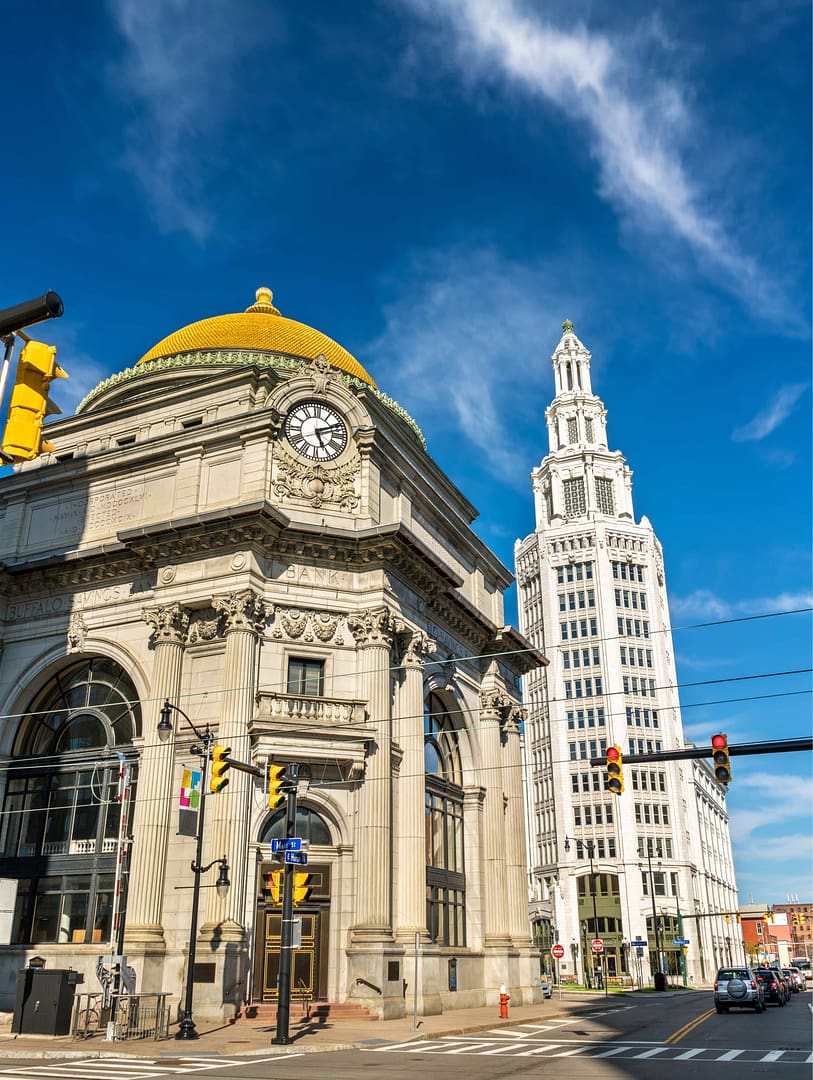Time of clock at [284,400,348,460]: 5:11
